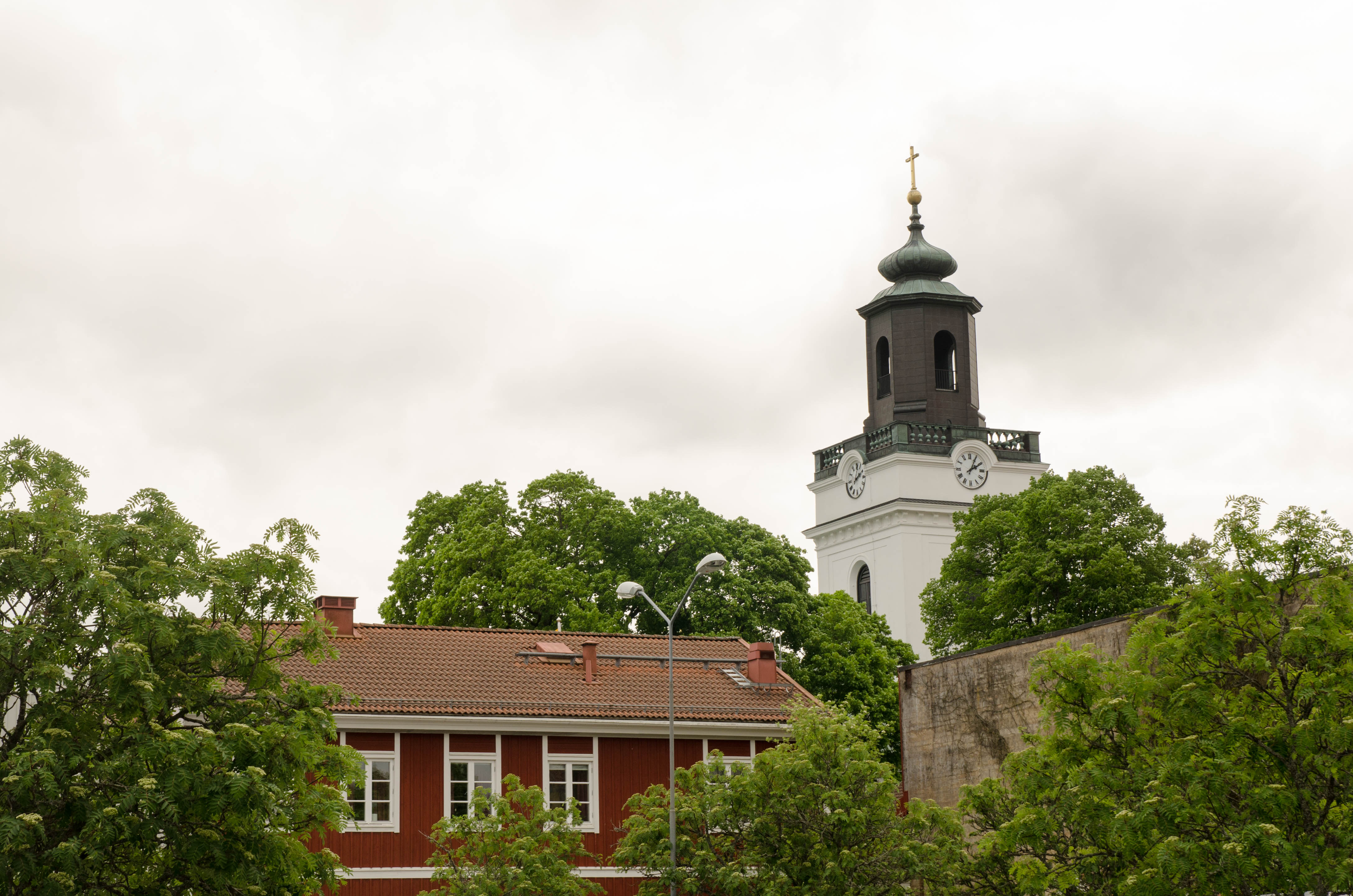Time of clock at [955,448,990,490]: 2:04
